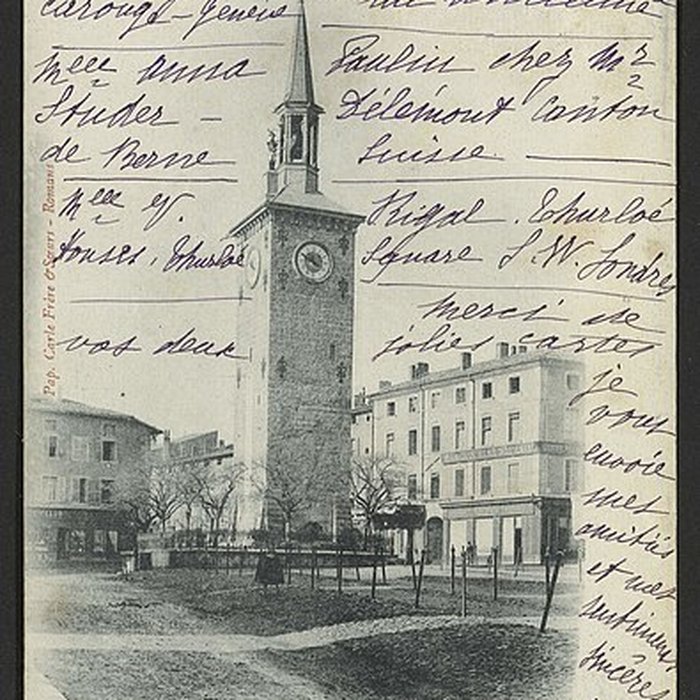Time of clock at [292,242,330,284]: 11:49
